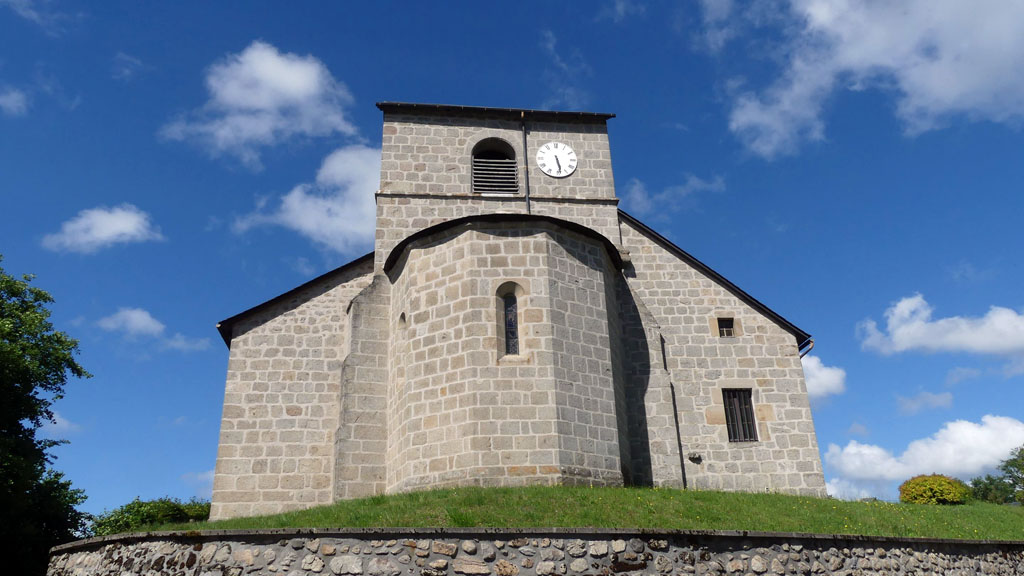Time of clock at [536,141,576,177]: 5:28
